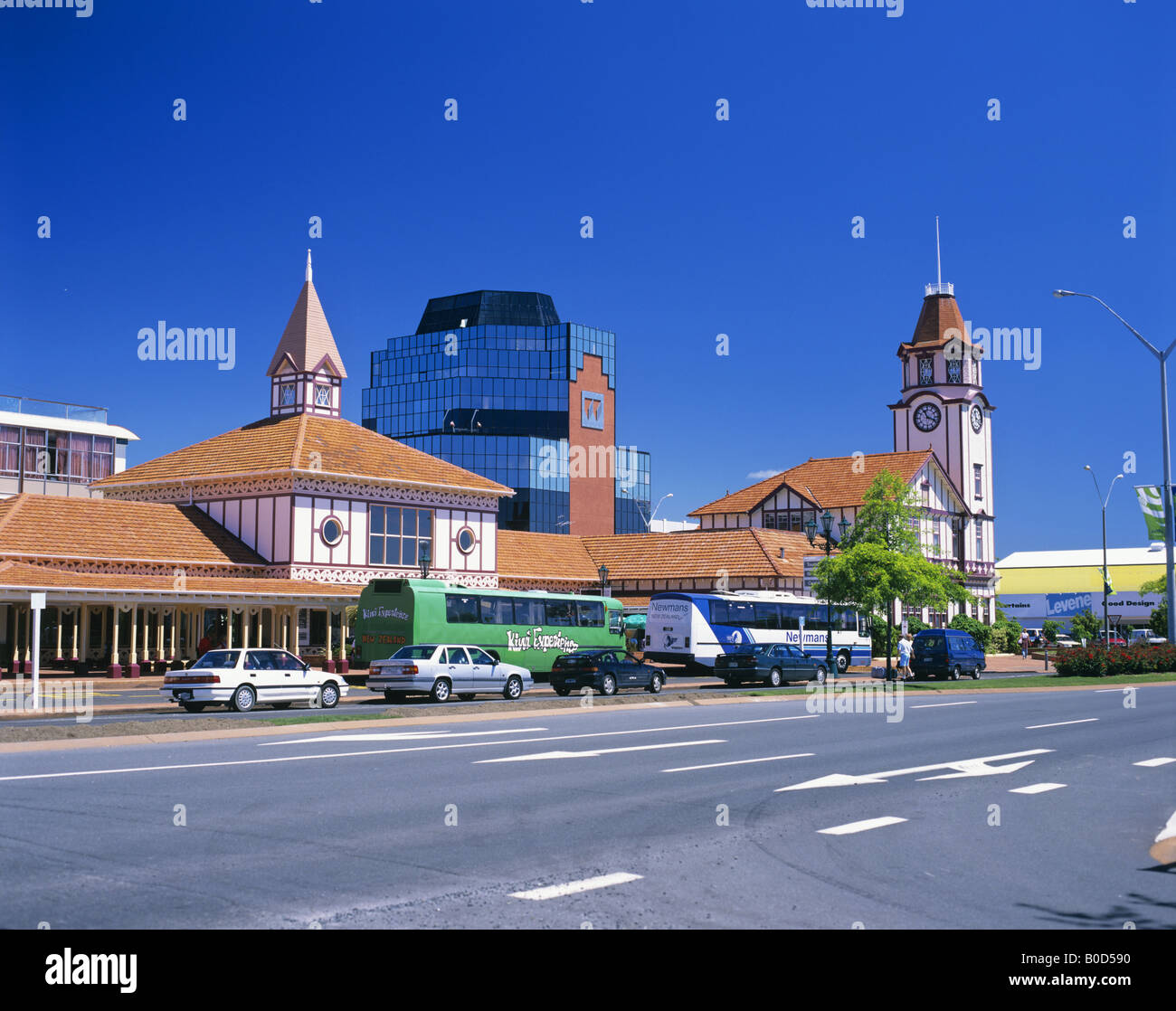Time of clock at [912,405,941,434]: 11:18
